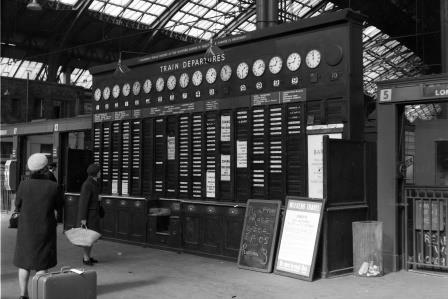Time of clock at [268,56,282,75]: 12:43
